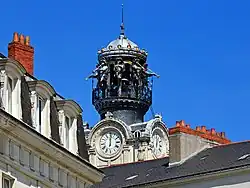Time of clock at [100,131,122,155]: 12:01
